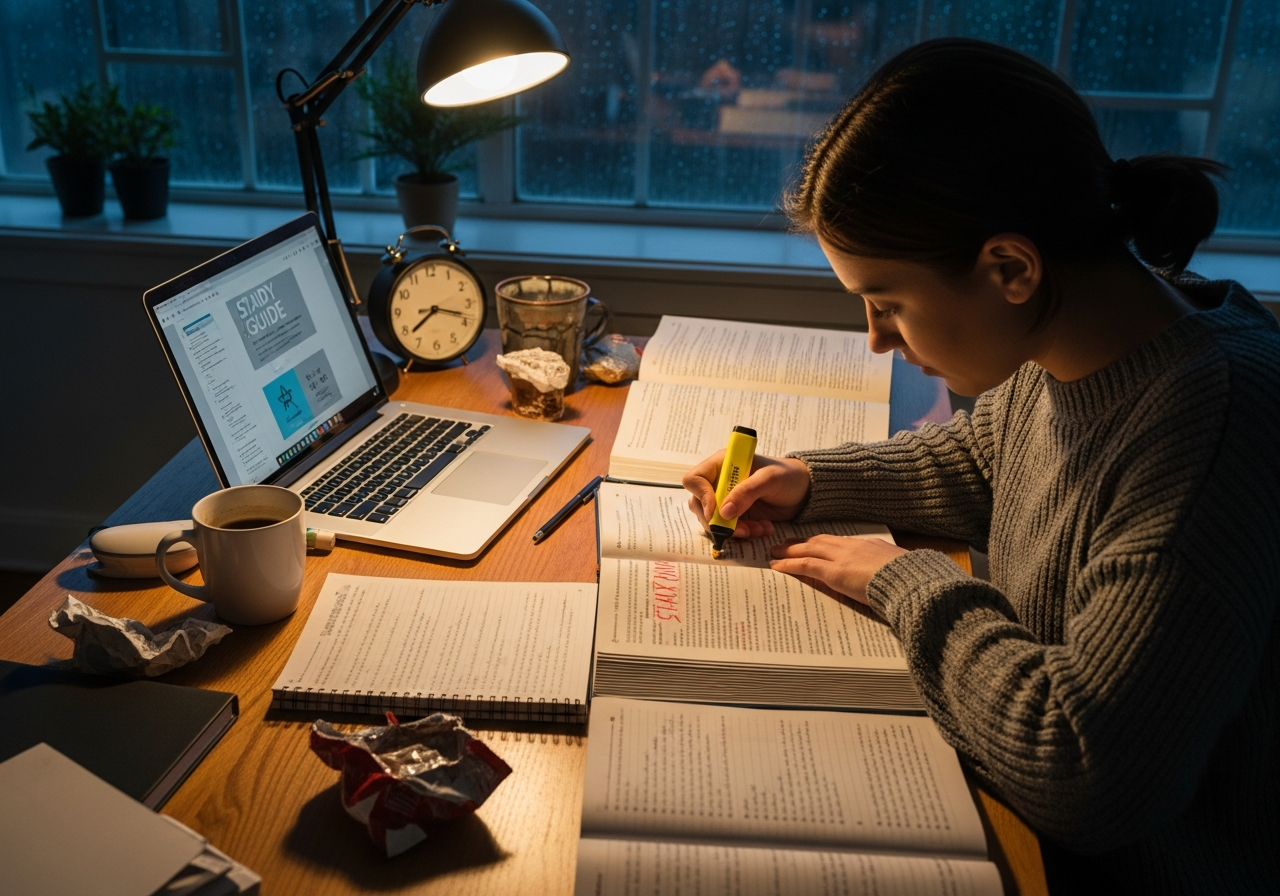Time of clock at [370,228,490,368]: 3:38
